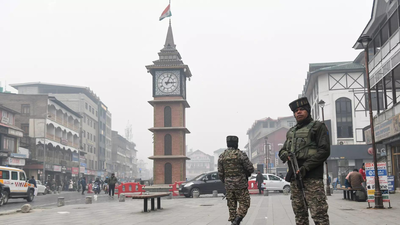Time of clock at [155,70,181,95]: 3:03
